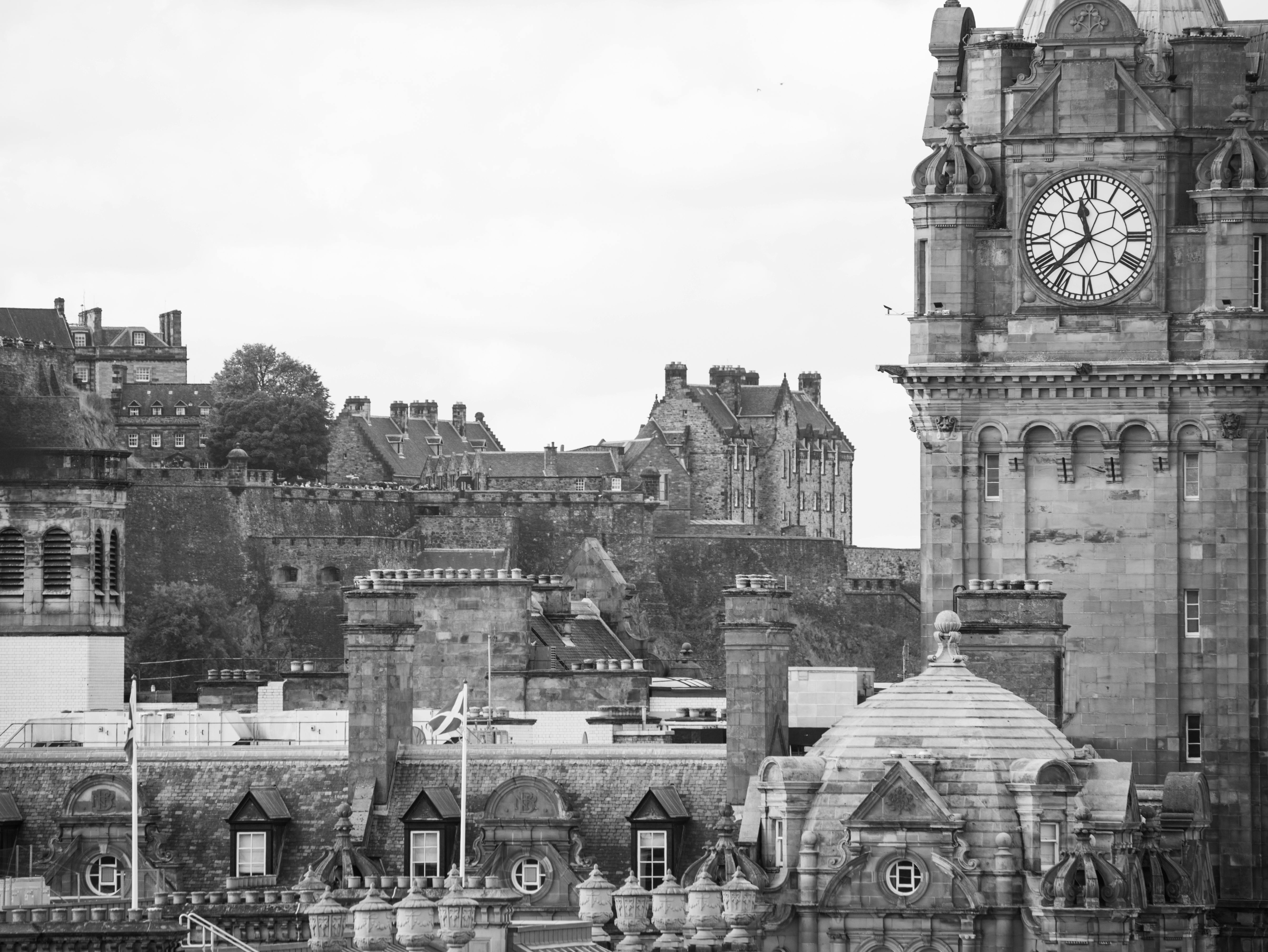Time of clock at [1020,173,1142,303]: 11:37
